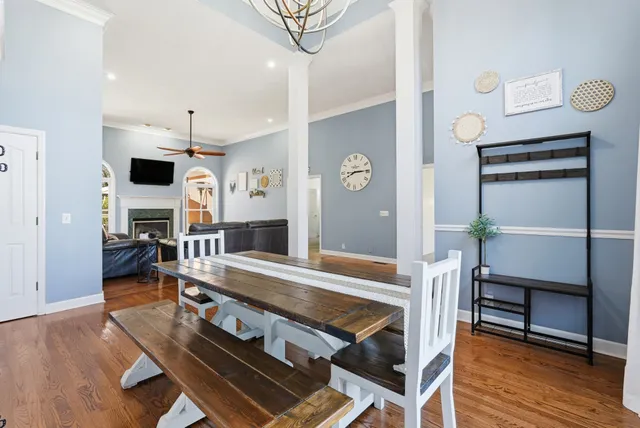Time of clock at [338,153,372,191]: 8:14
